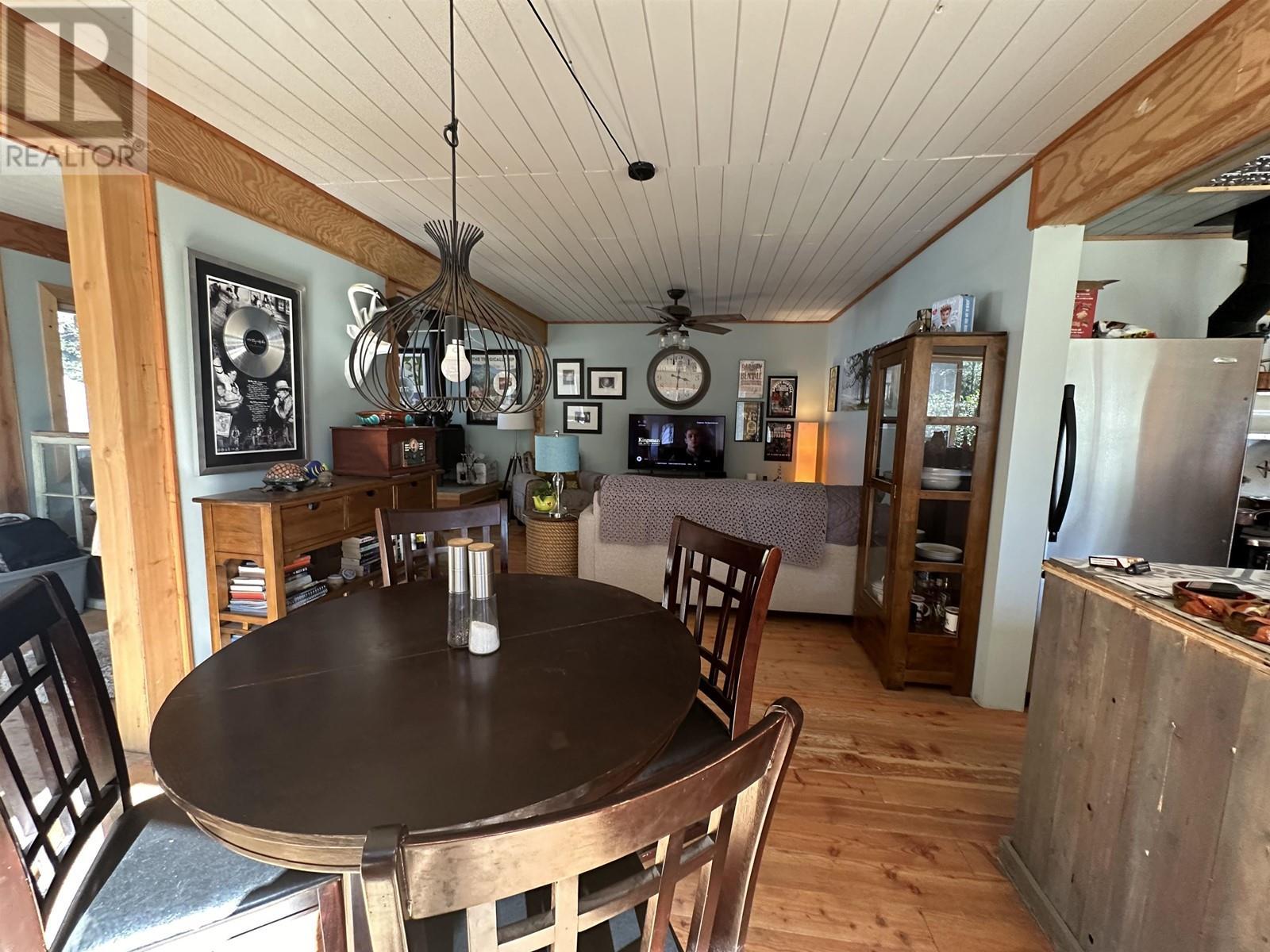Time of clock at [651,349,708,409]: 3:30
